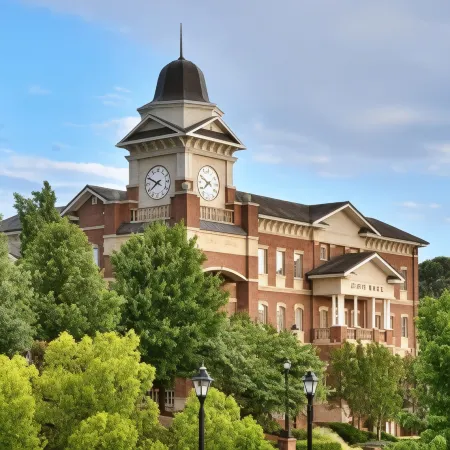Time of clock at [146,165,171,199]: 7:49
